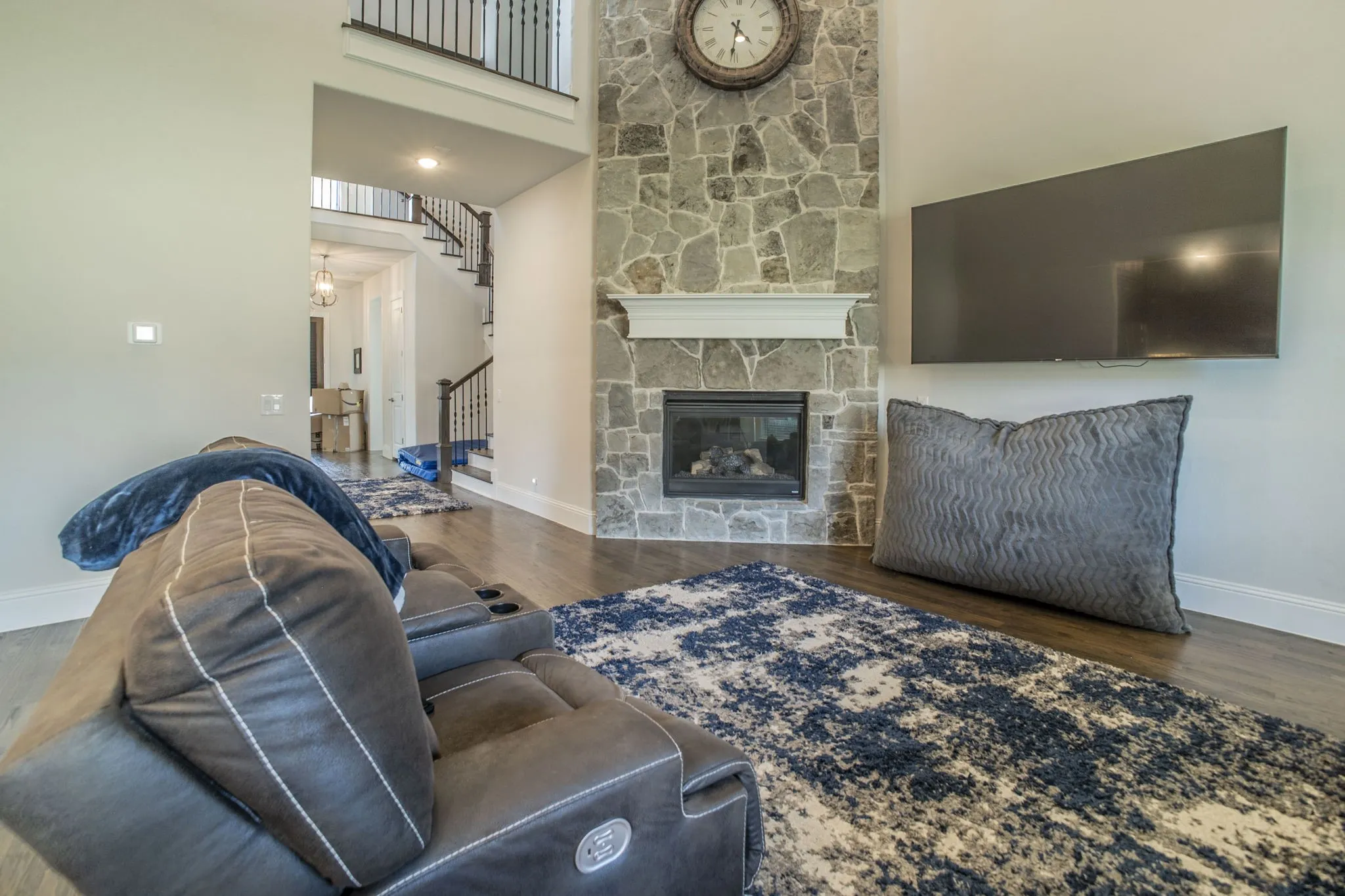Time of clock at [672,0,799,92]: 4:31
